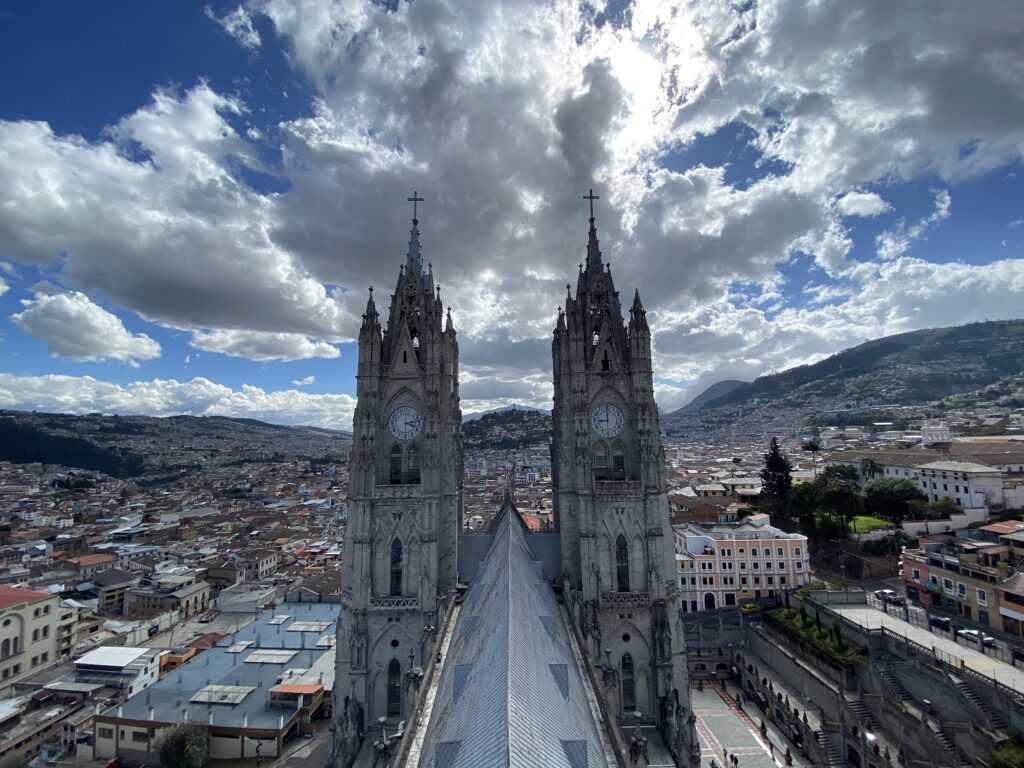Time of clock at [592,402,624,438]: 8:59
